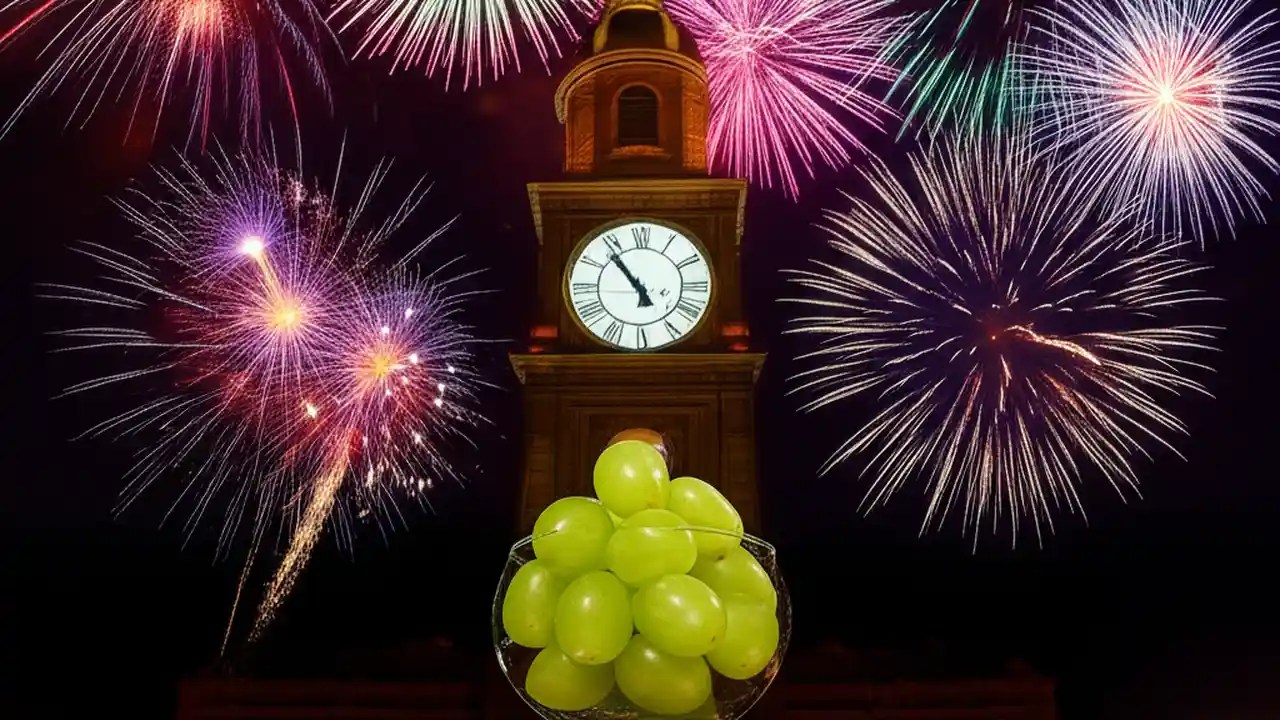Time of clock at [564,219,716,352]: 4:53
